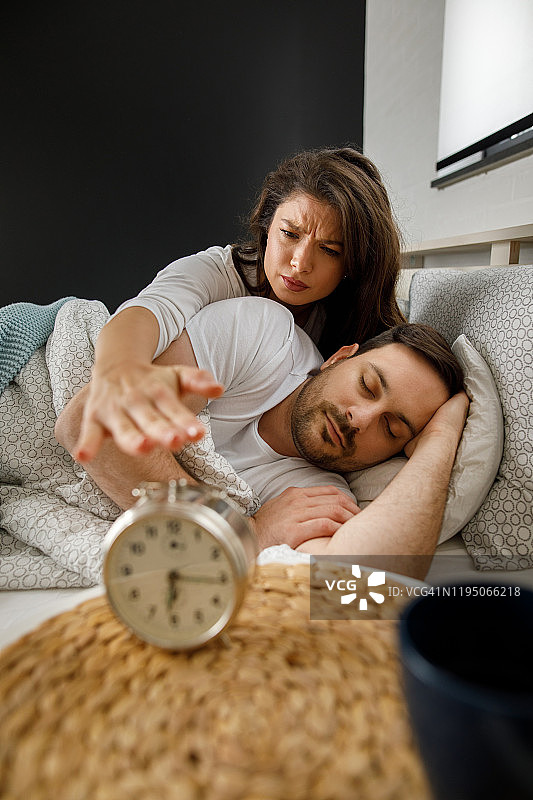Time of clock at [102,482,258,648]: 6:15
